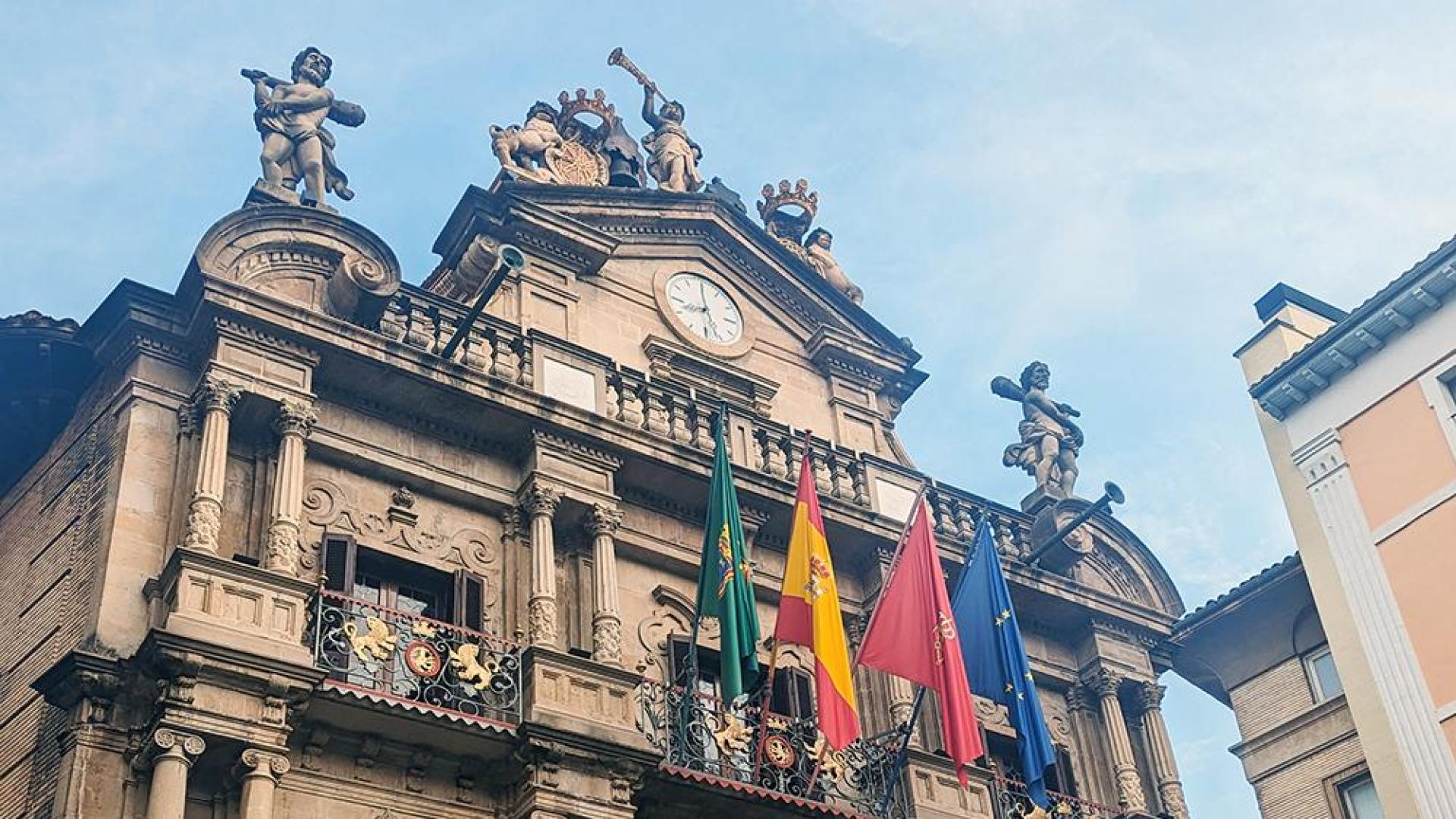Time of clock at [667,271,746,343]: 8:27
